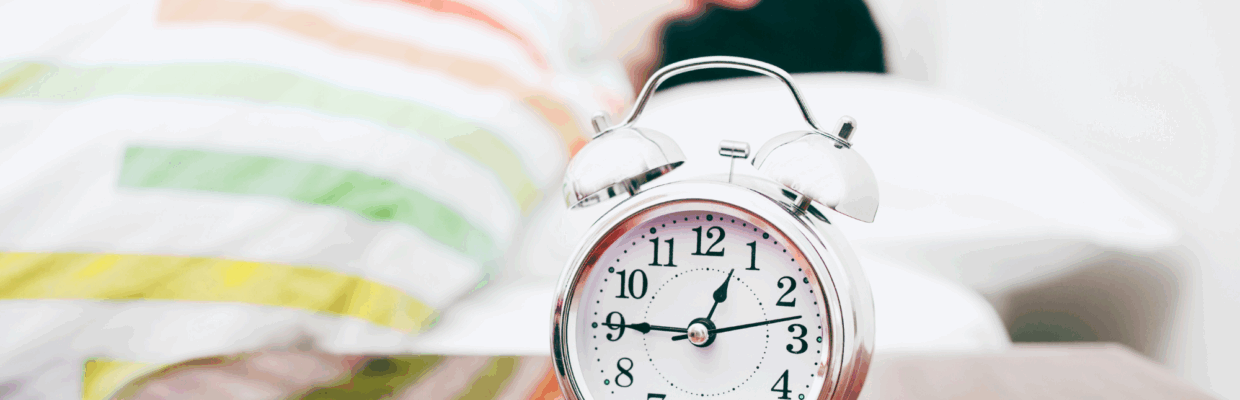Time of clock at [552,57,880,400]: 12:45
